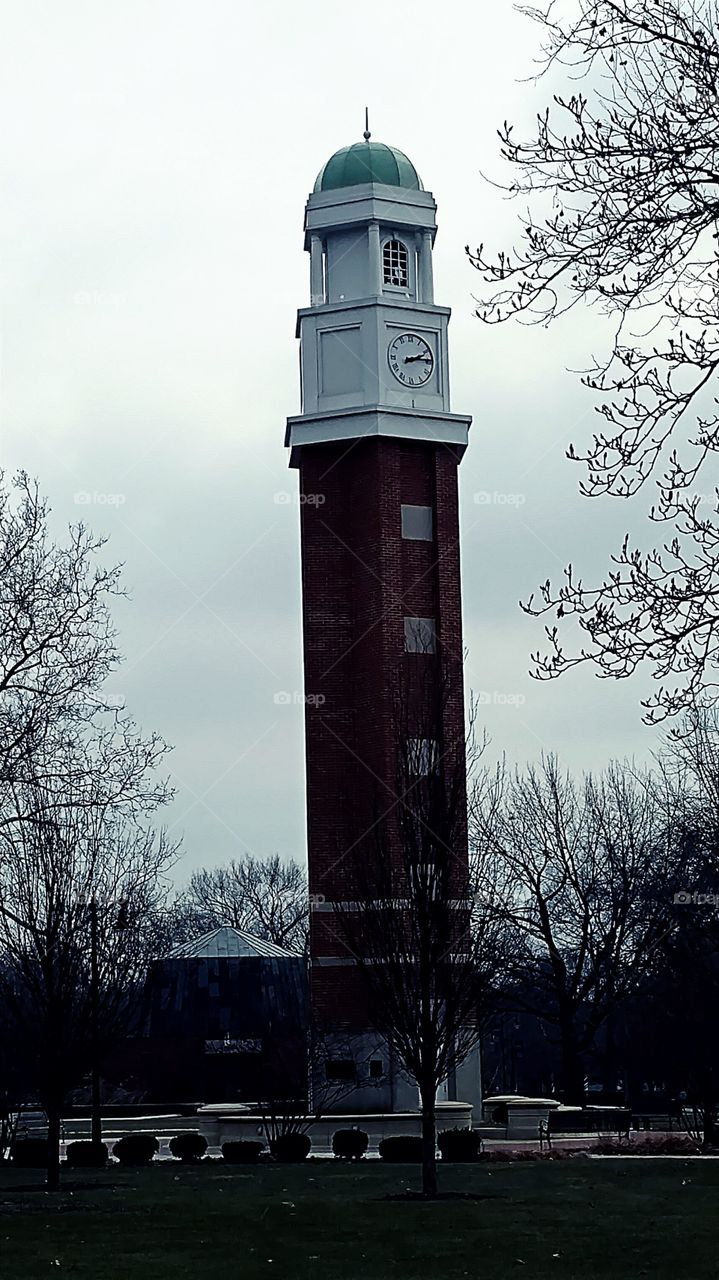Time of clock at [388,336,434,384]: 2:14
